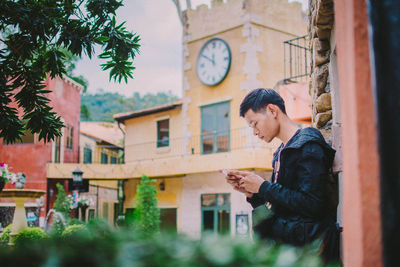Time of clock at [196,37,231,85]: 11:50
